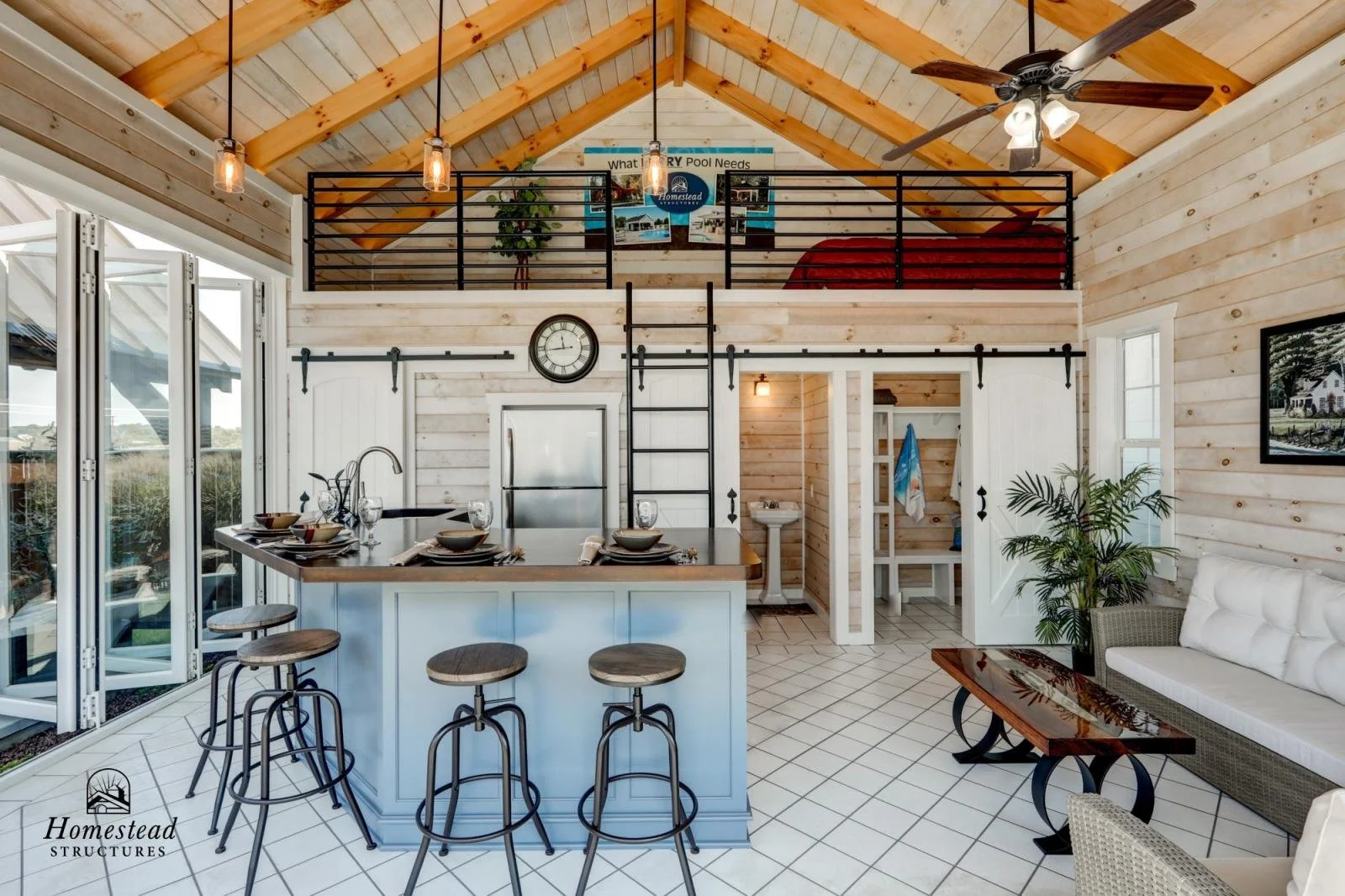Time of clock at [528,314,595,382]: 11:43
